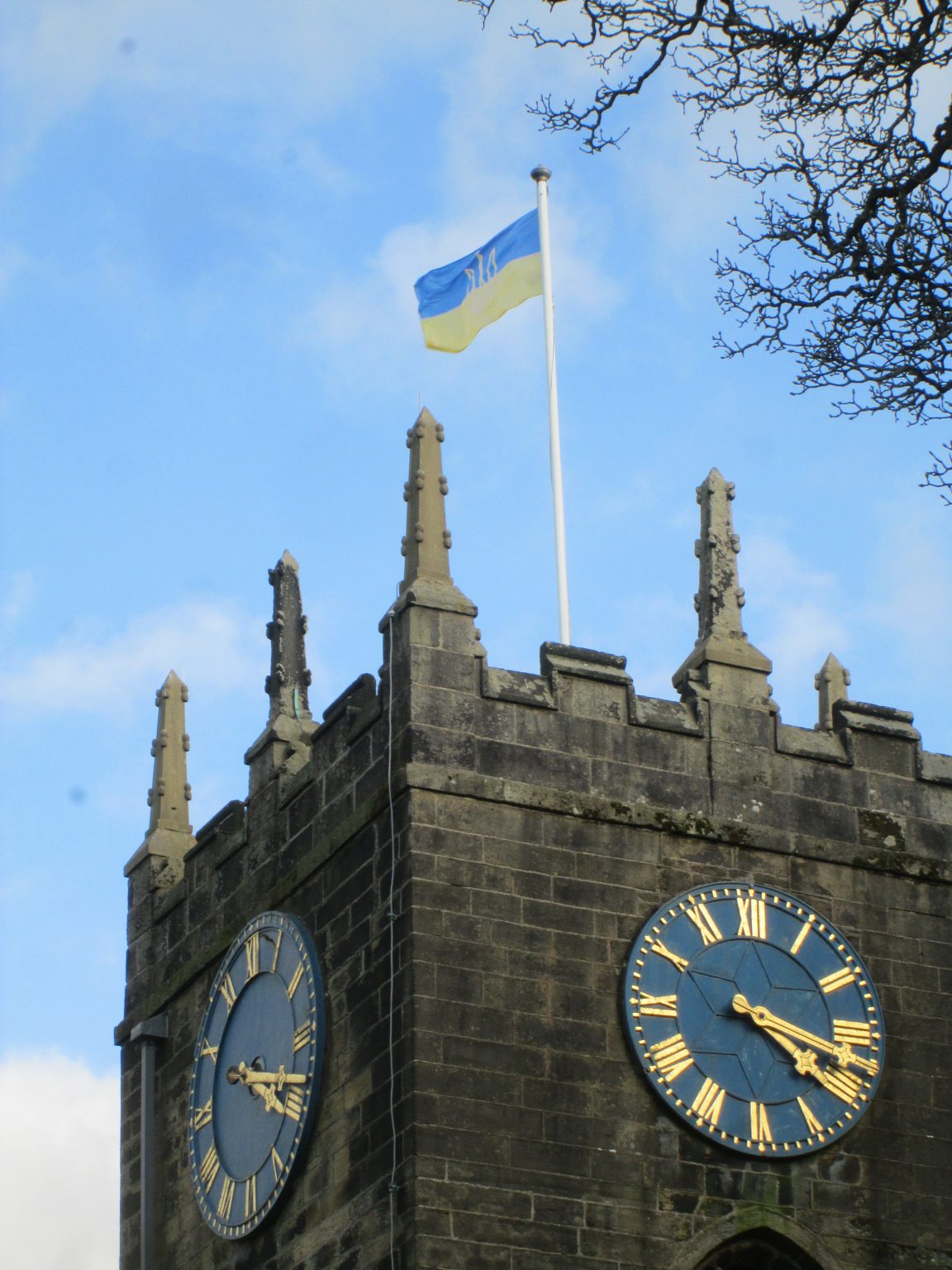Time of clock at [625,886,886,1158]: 4:17
